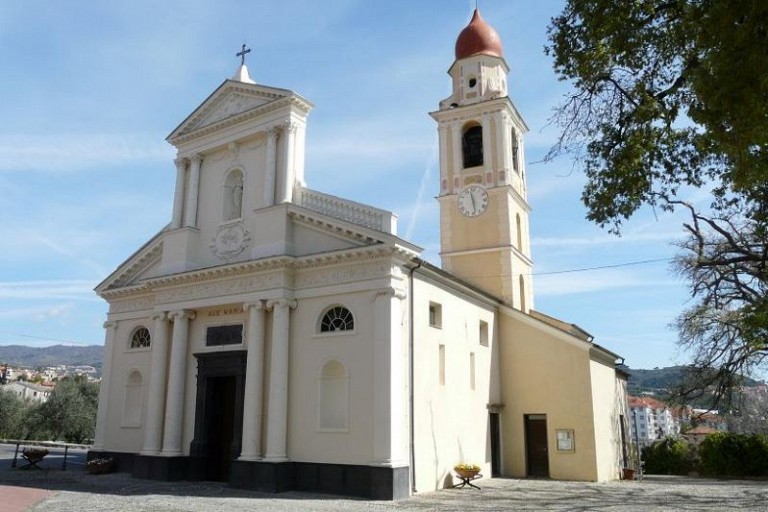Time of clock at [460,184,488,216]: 11:28
